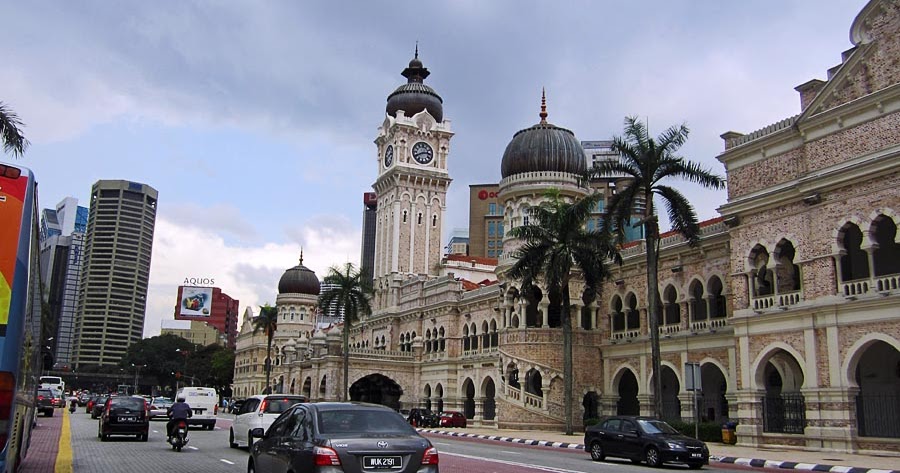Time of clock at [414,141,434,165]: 2:40
